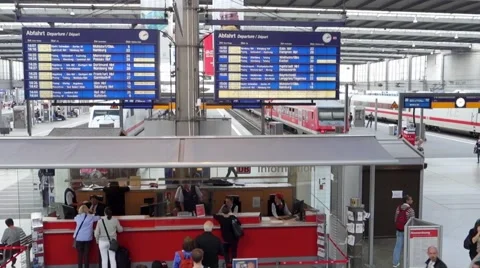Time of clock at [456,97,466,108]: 4:12
